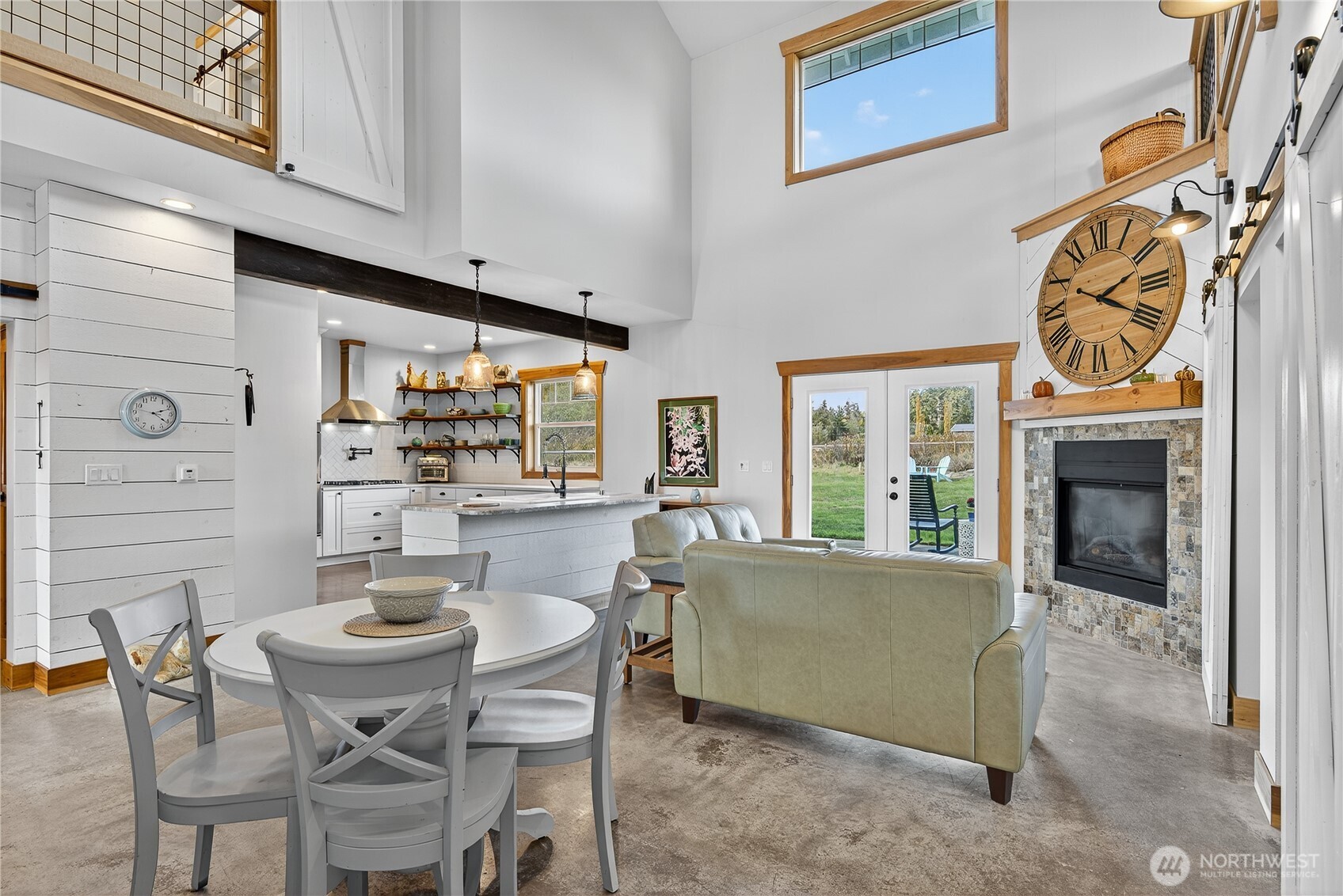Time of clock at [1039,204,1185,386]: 2:19
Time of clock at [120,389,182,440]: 2:21
